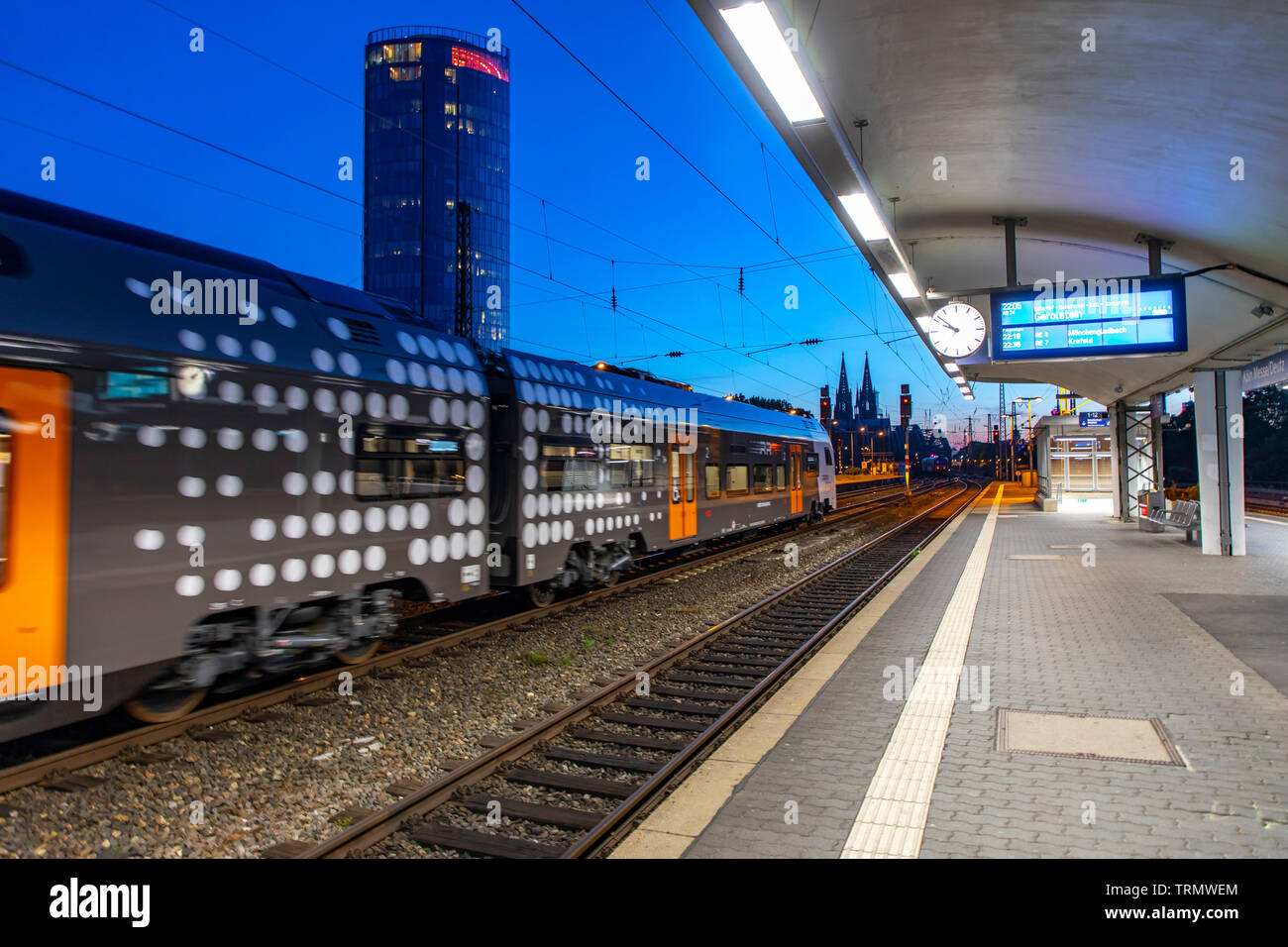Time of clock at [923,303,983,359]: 9:51
